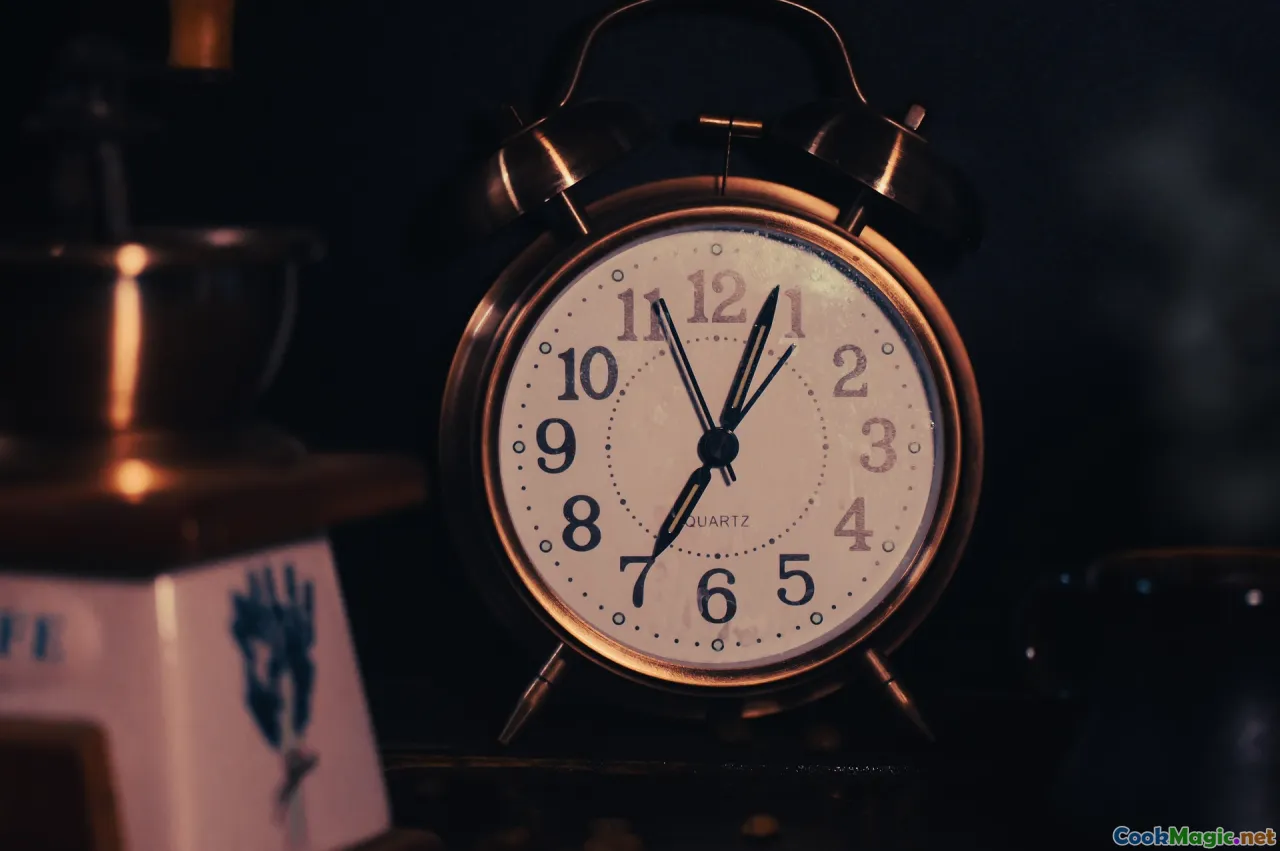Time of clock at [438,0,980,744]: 7:03
